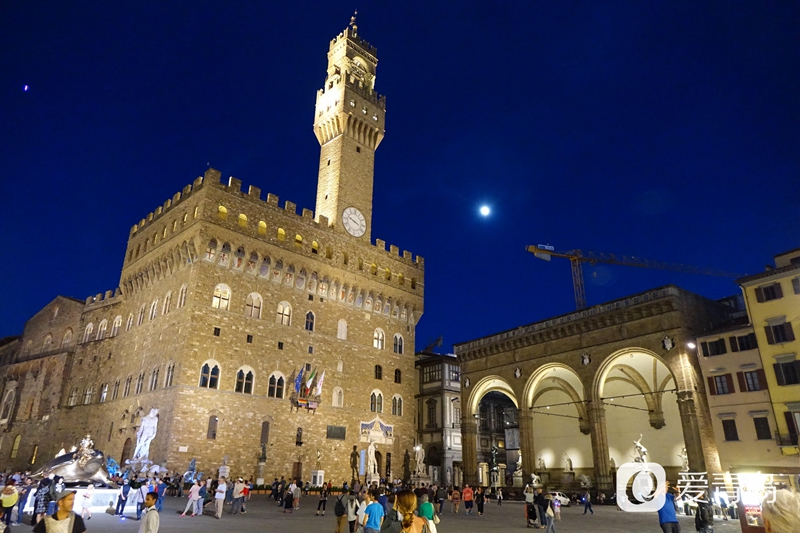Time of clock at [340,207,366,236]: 3:48
